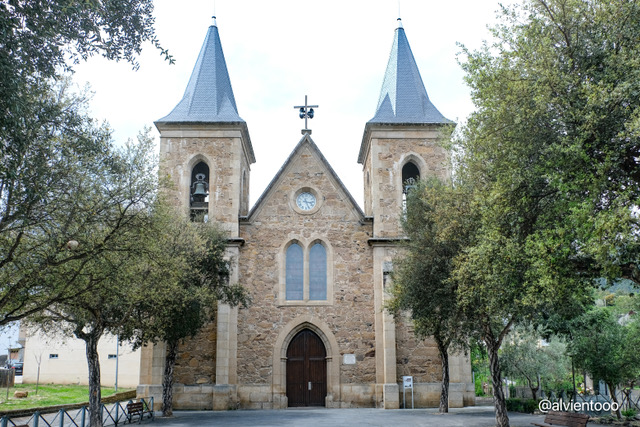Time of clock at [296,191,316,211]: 3:26
